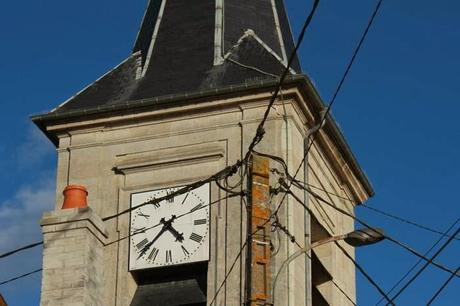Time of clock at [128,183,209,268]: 4:37
